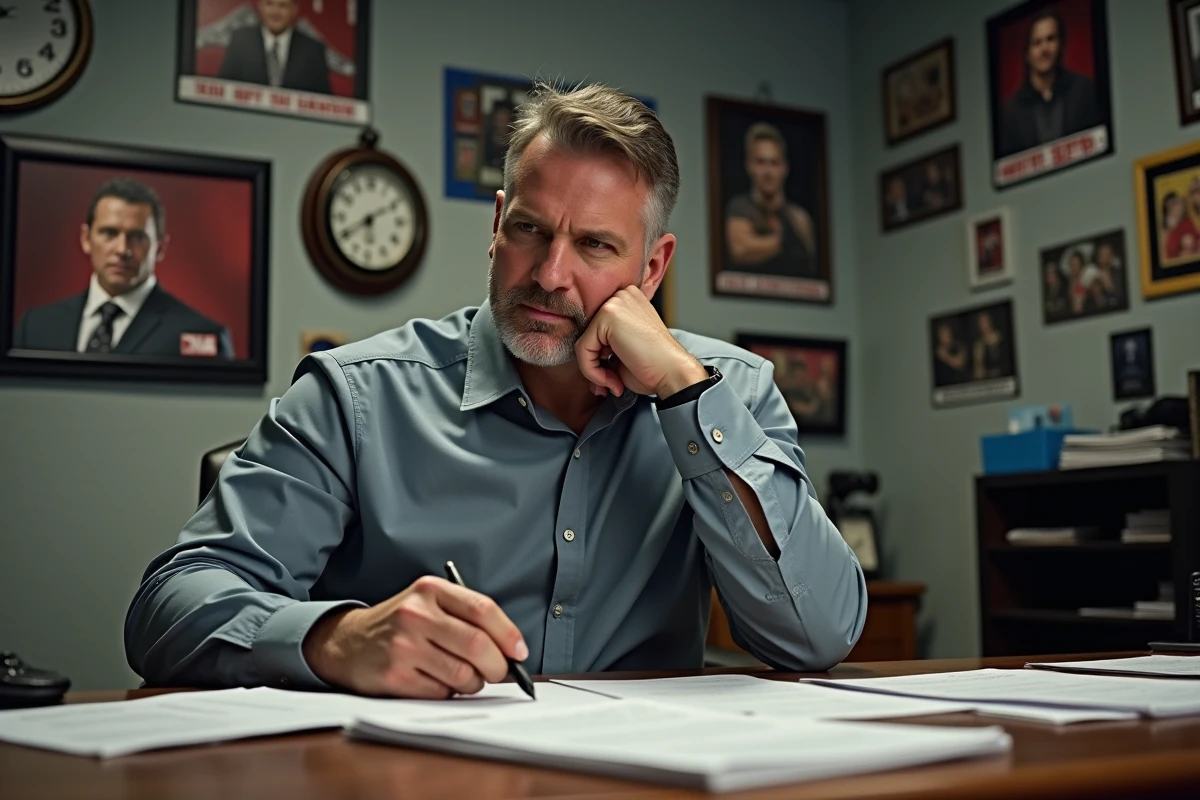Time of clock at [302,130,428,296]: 5:40
